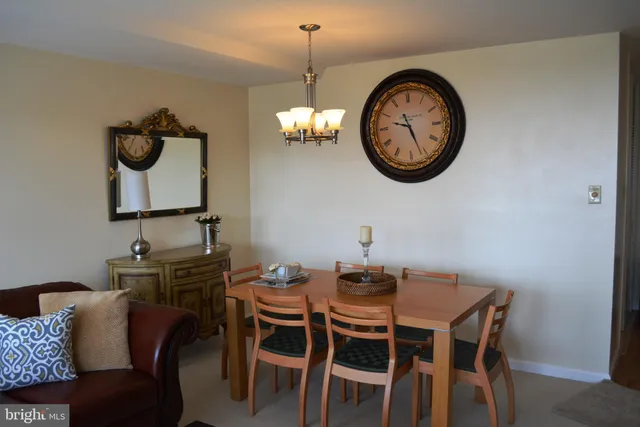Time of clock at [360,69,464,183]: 9:26
